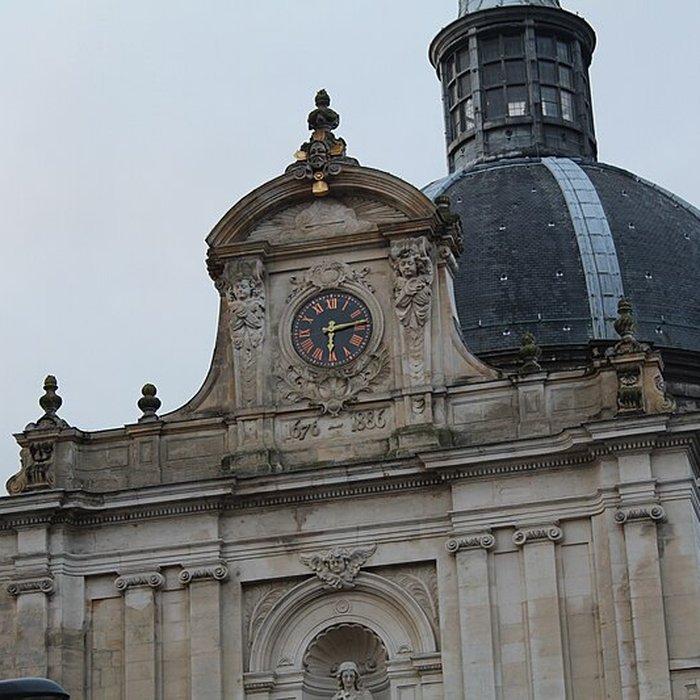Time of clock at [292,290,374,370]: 6:13
